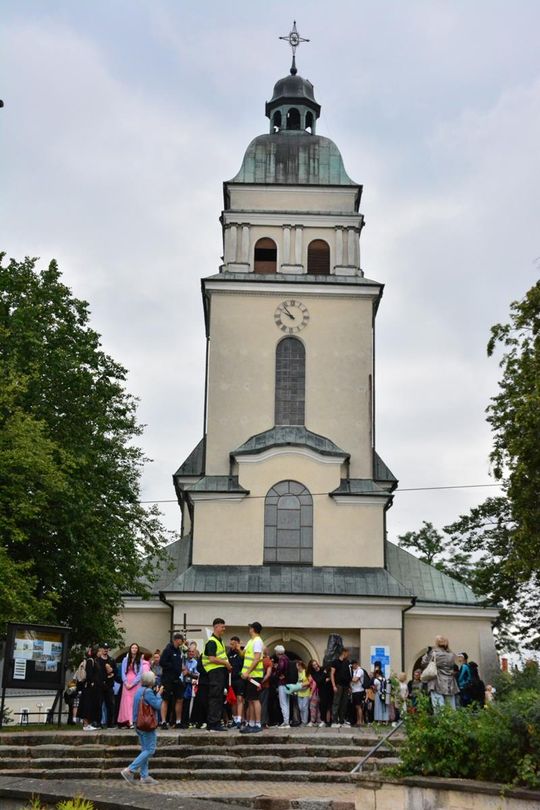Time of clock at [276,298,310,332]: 9:53
